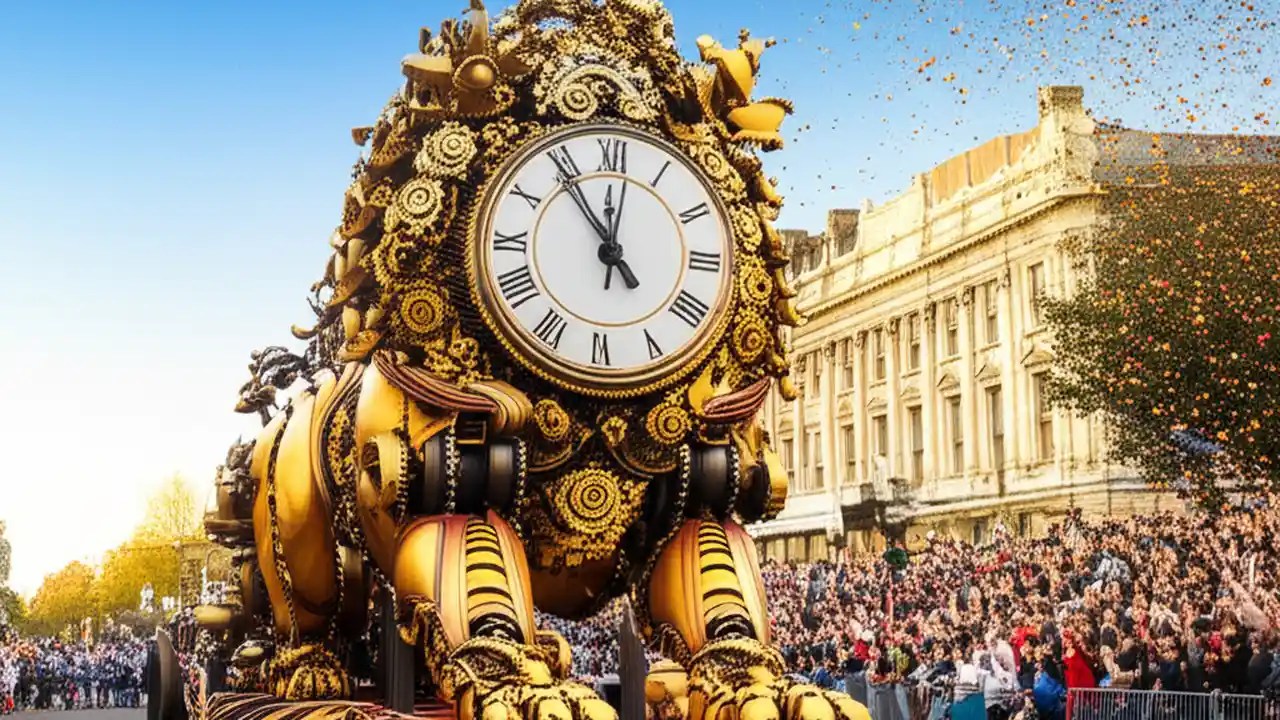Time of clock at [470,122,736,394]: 11:53
